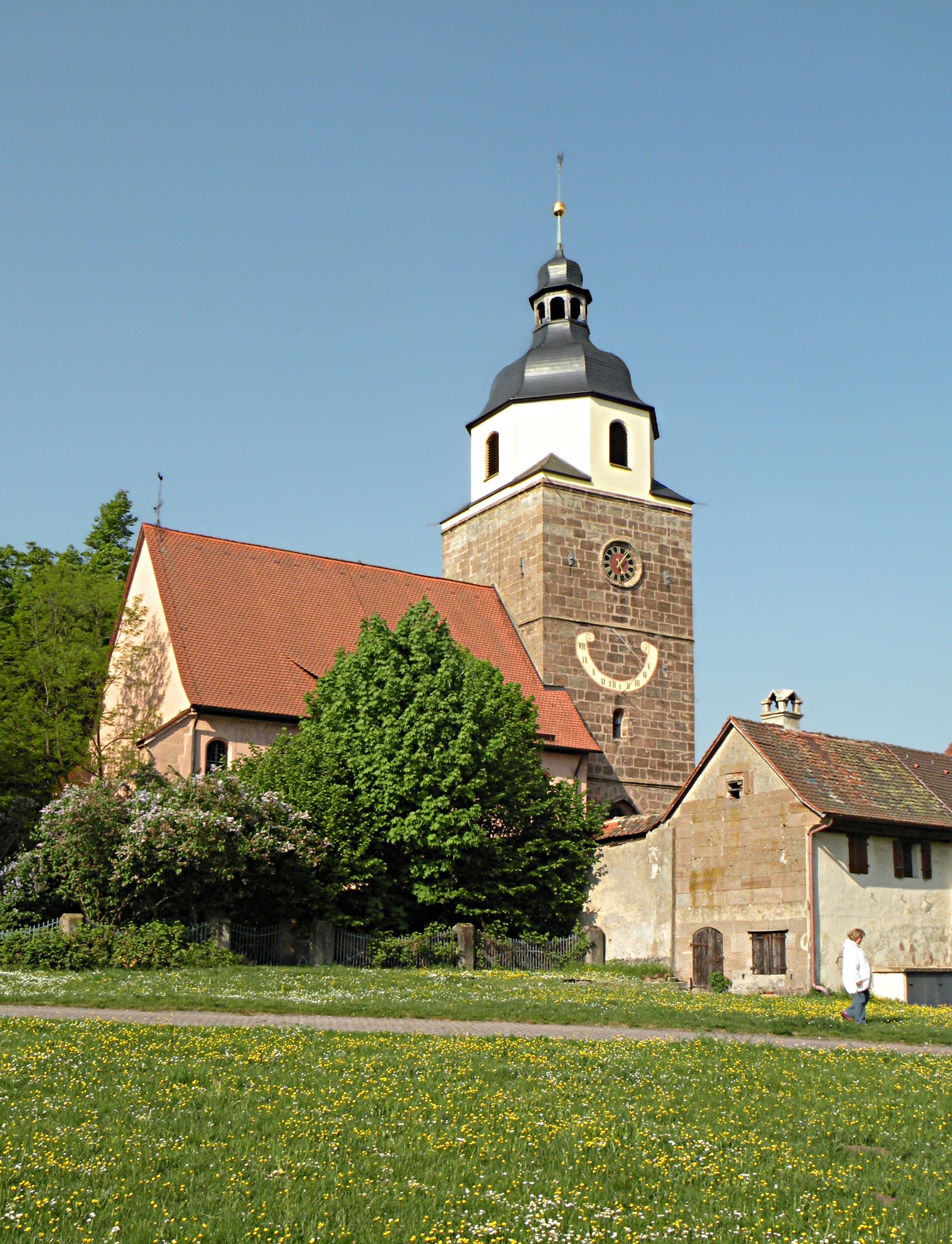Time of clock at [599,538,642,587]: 5:06
